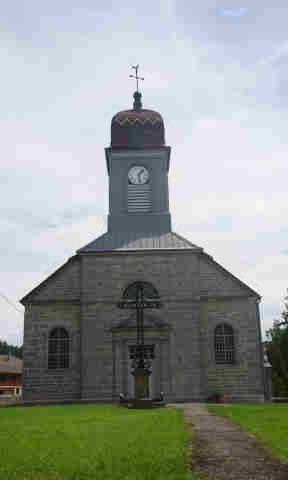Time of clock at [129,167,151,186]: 1:28
